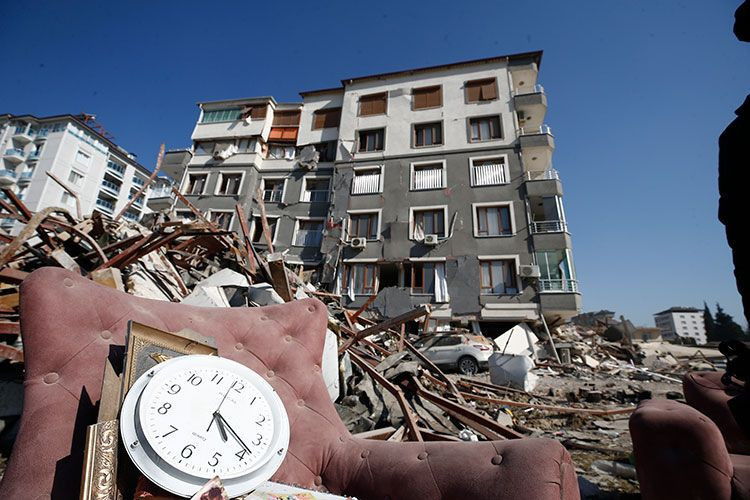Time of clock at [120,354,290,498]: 5:23
